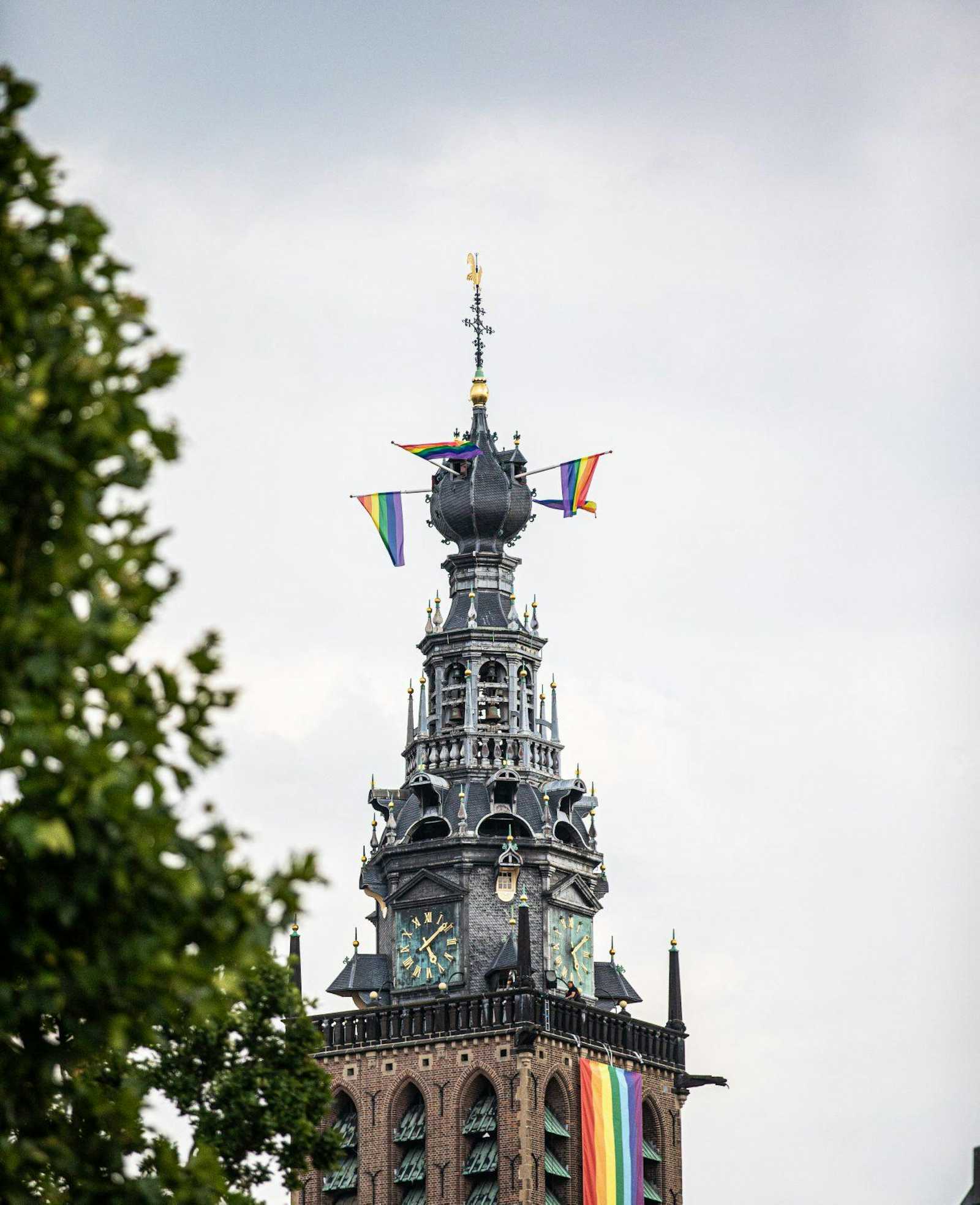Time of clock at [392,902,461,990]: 5:08
